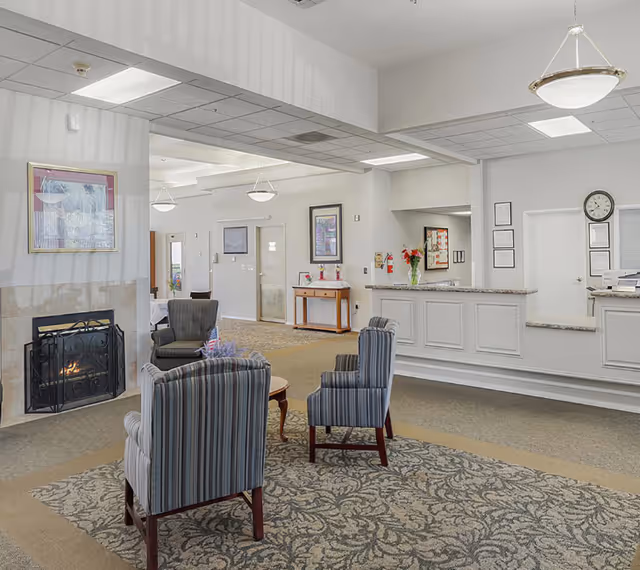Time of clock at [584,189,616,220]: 10:39
